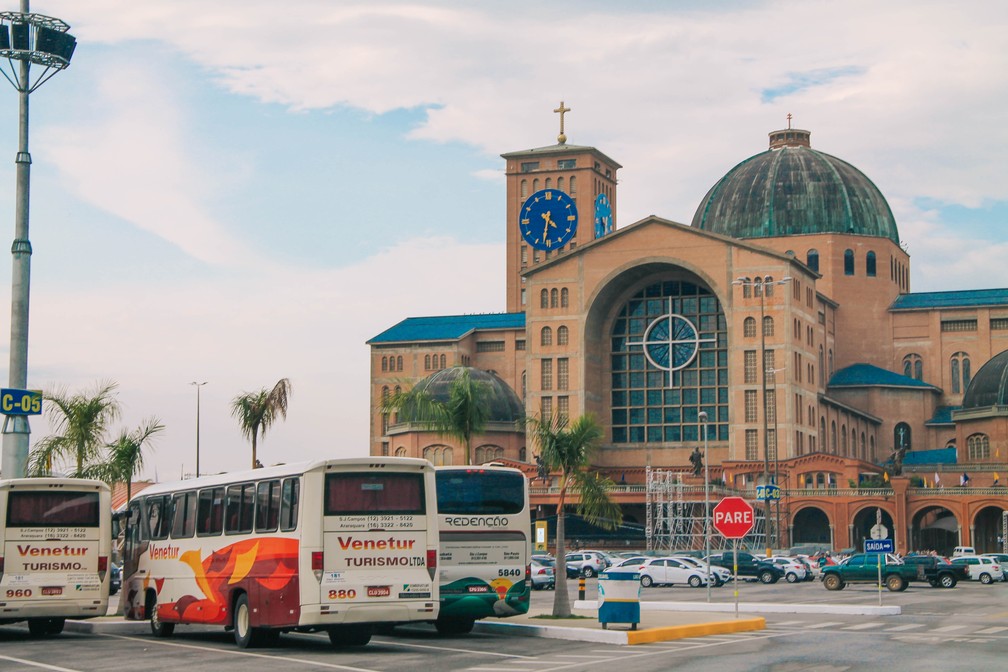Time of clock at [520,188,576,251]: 4:31
